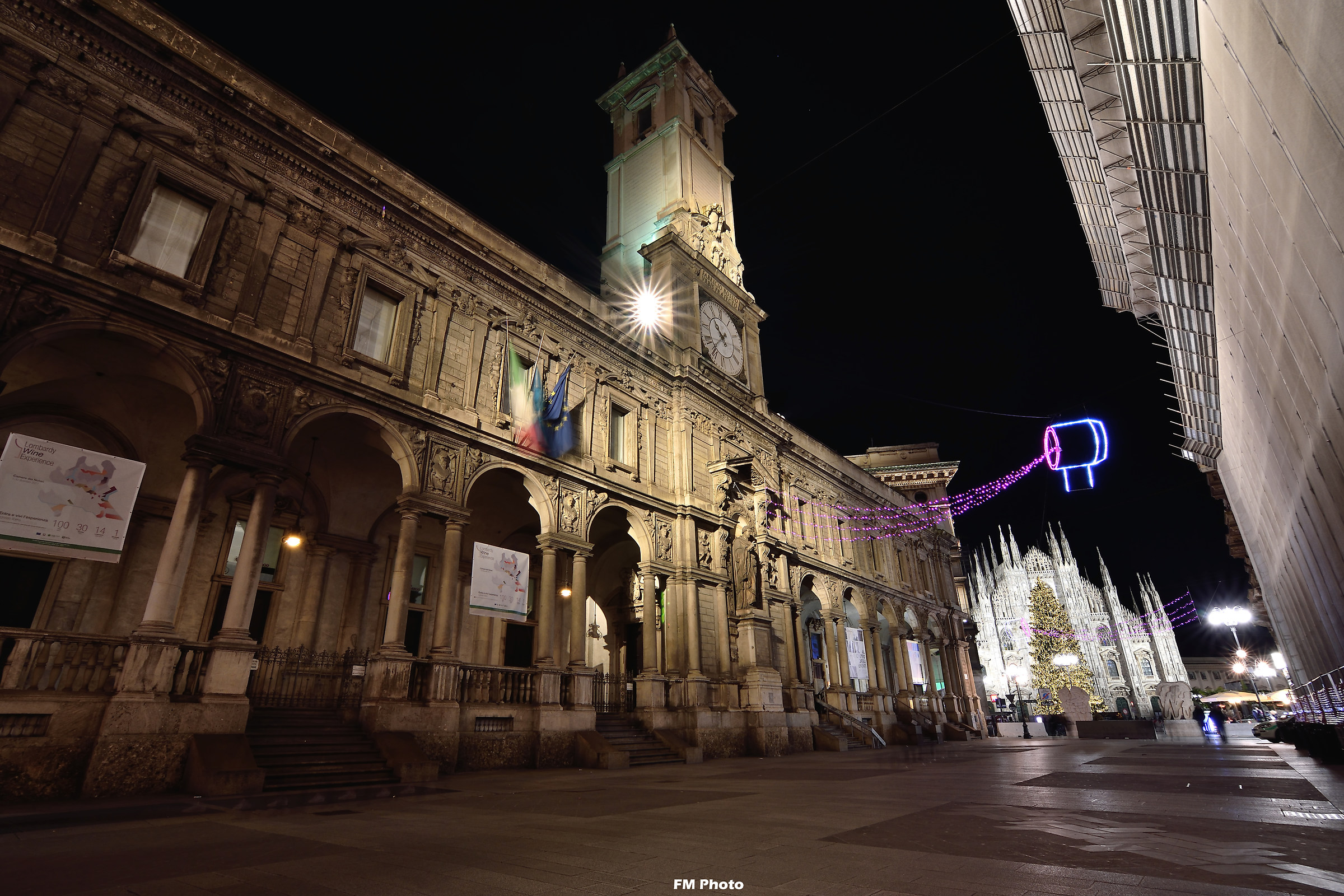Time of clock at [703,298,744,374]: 10:36
